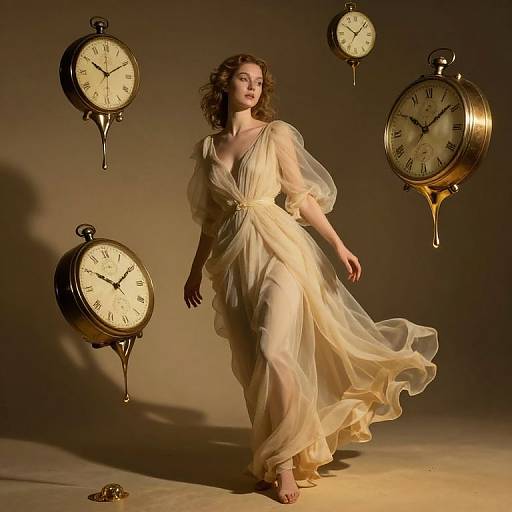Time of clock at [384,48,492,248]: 10:08
